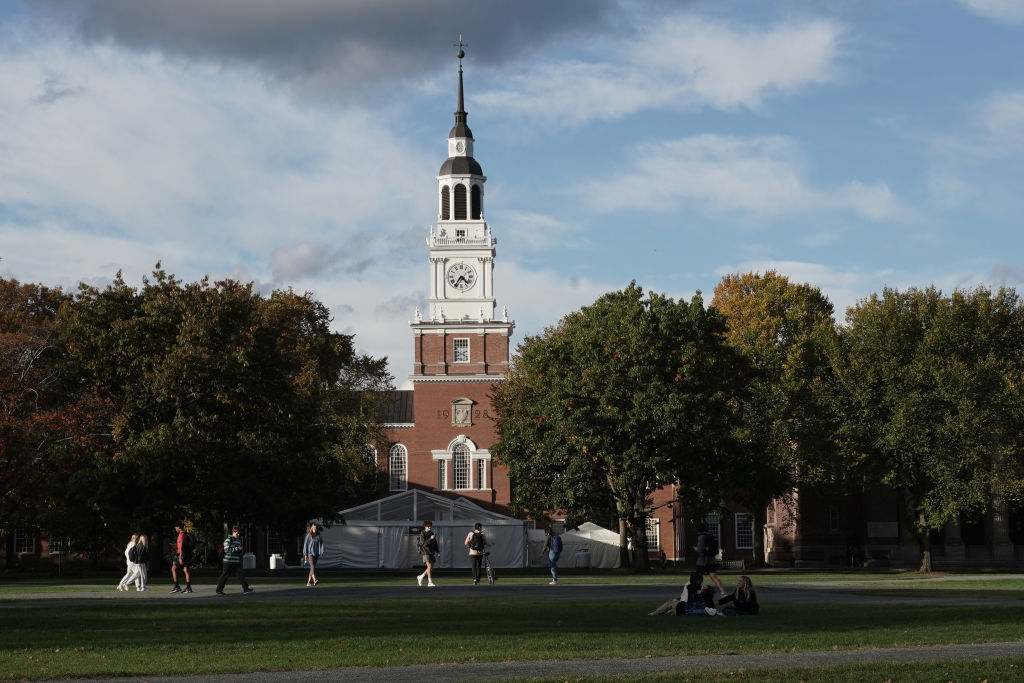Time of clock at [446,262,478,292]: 4:35
